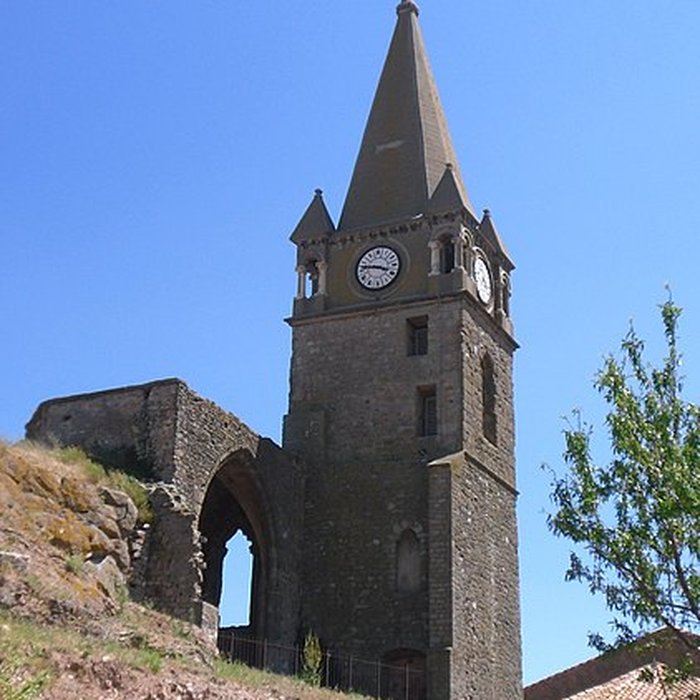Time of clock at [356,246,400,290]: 3:46
